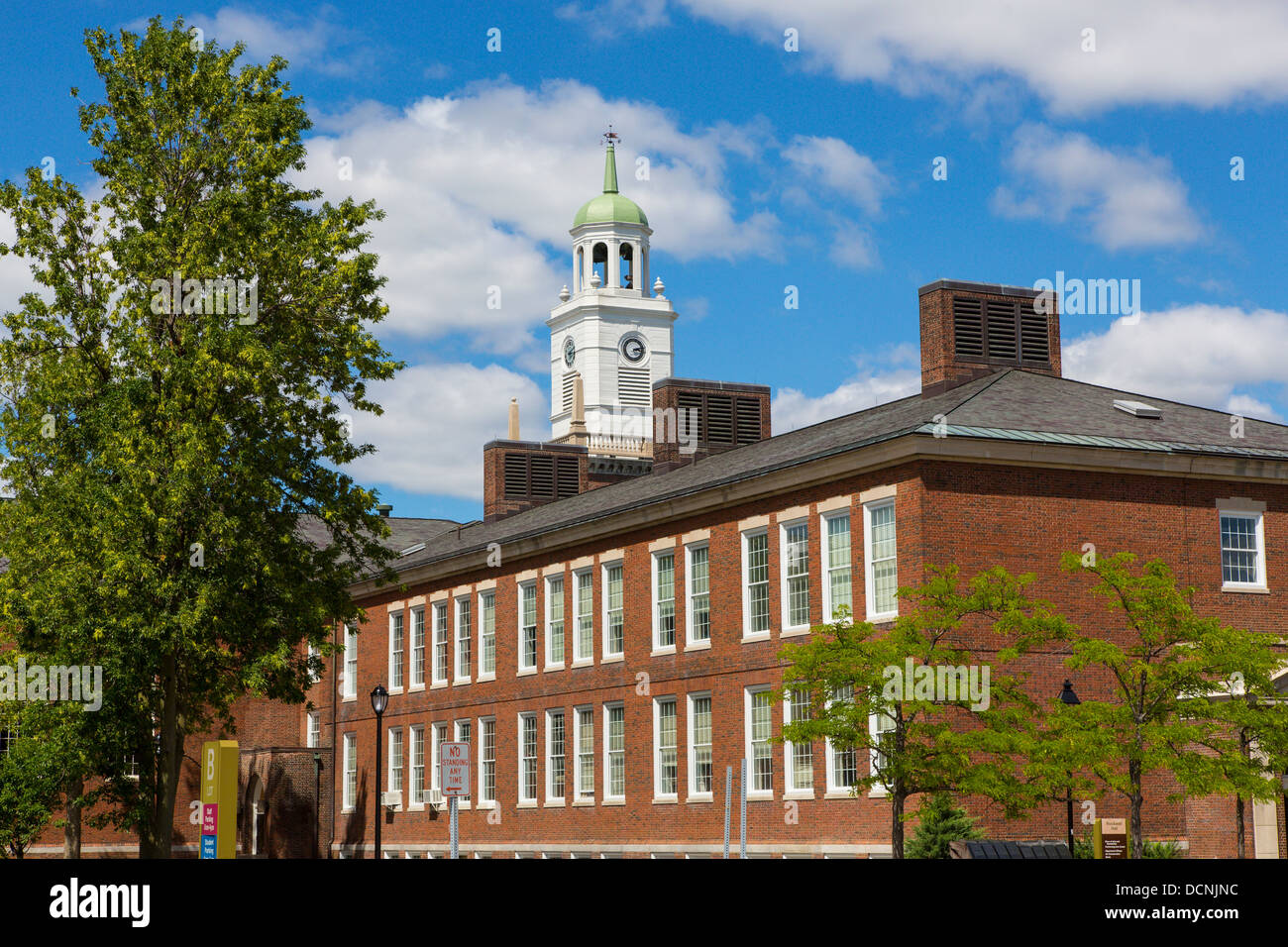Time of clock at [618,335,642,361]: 3:12
